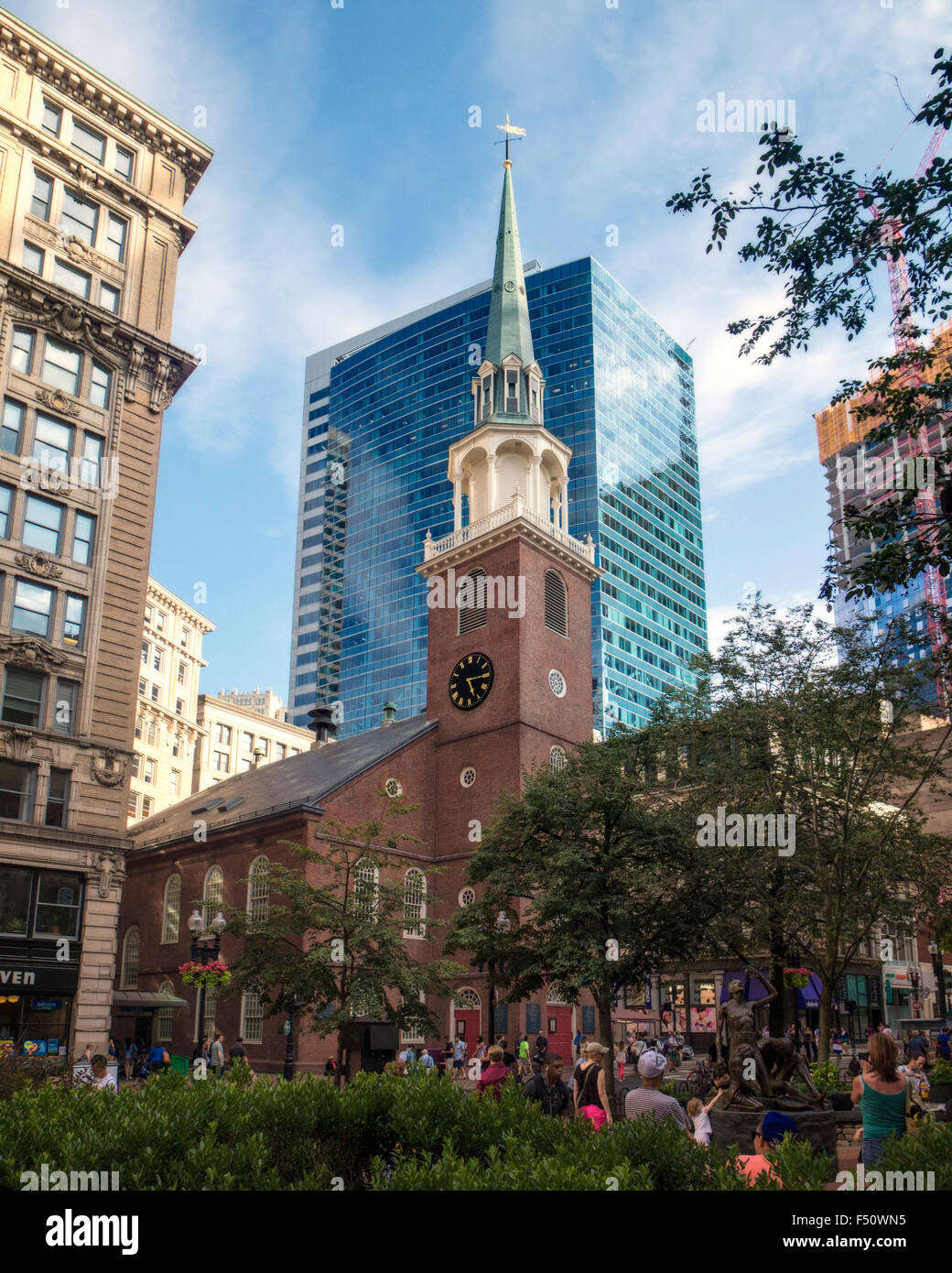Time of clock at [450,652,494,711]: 5:14
